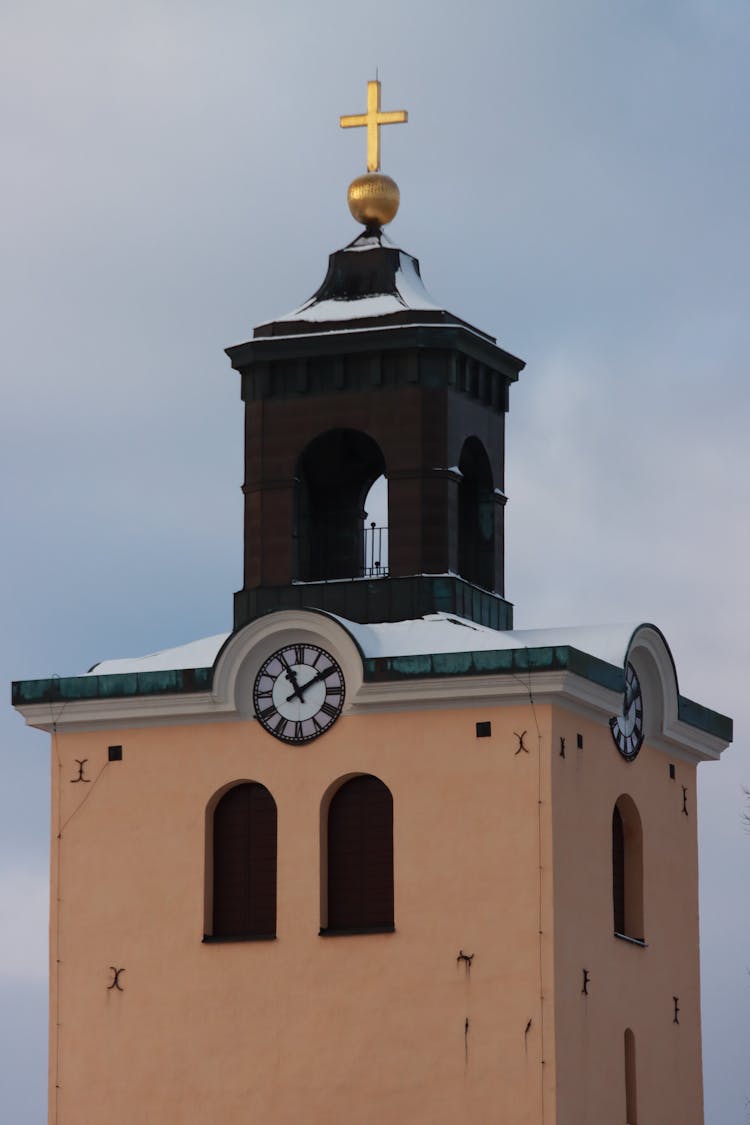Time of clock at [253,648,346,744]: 11:09
